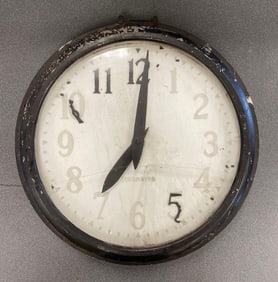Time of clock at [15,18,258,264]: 7:01
